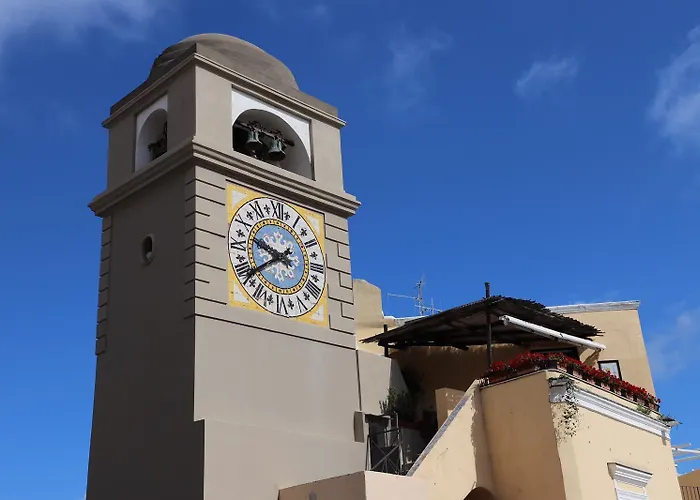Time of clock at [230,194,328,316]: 9:39
